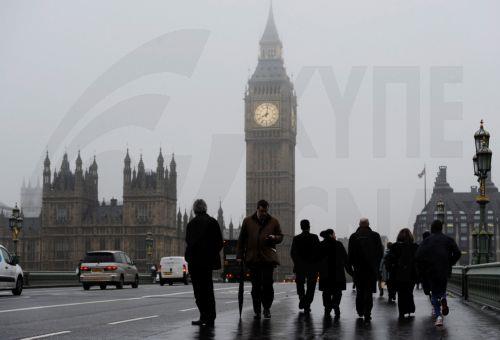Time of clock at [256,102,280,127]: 8:01
